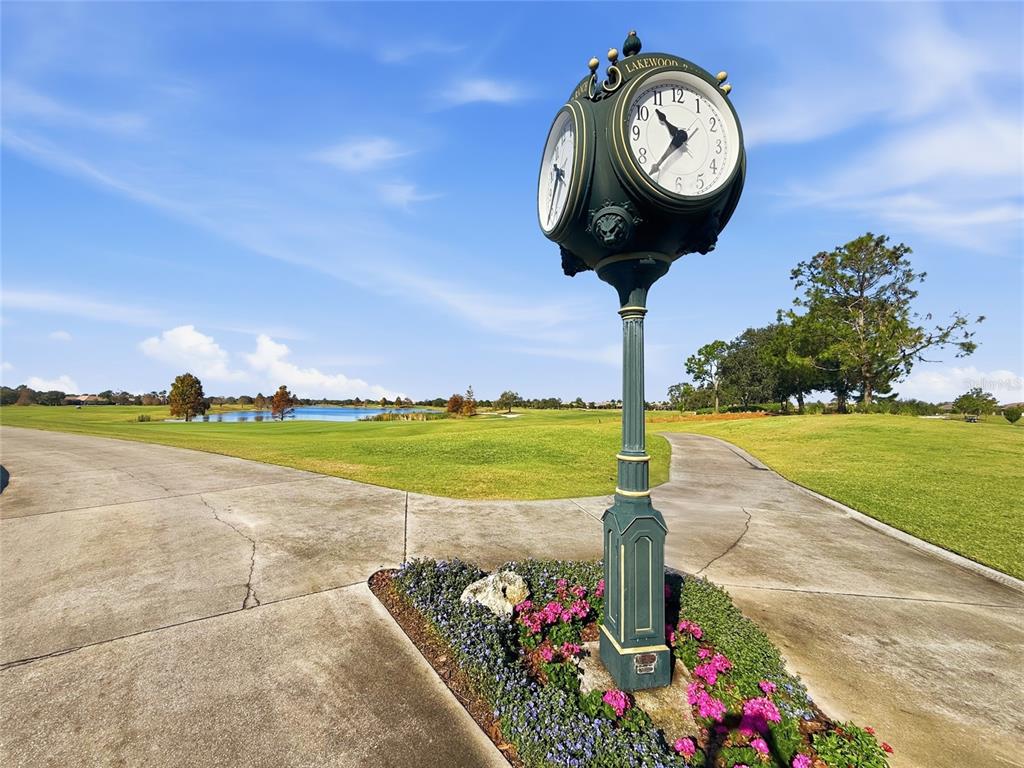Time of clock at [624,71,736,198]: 10:36
